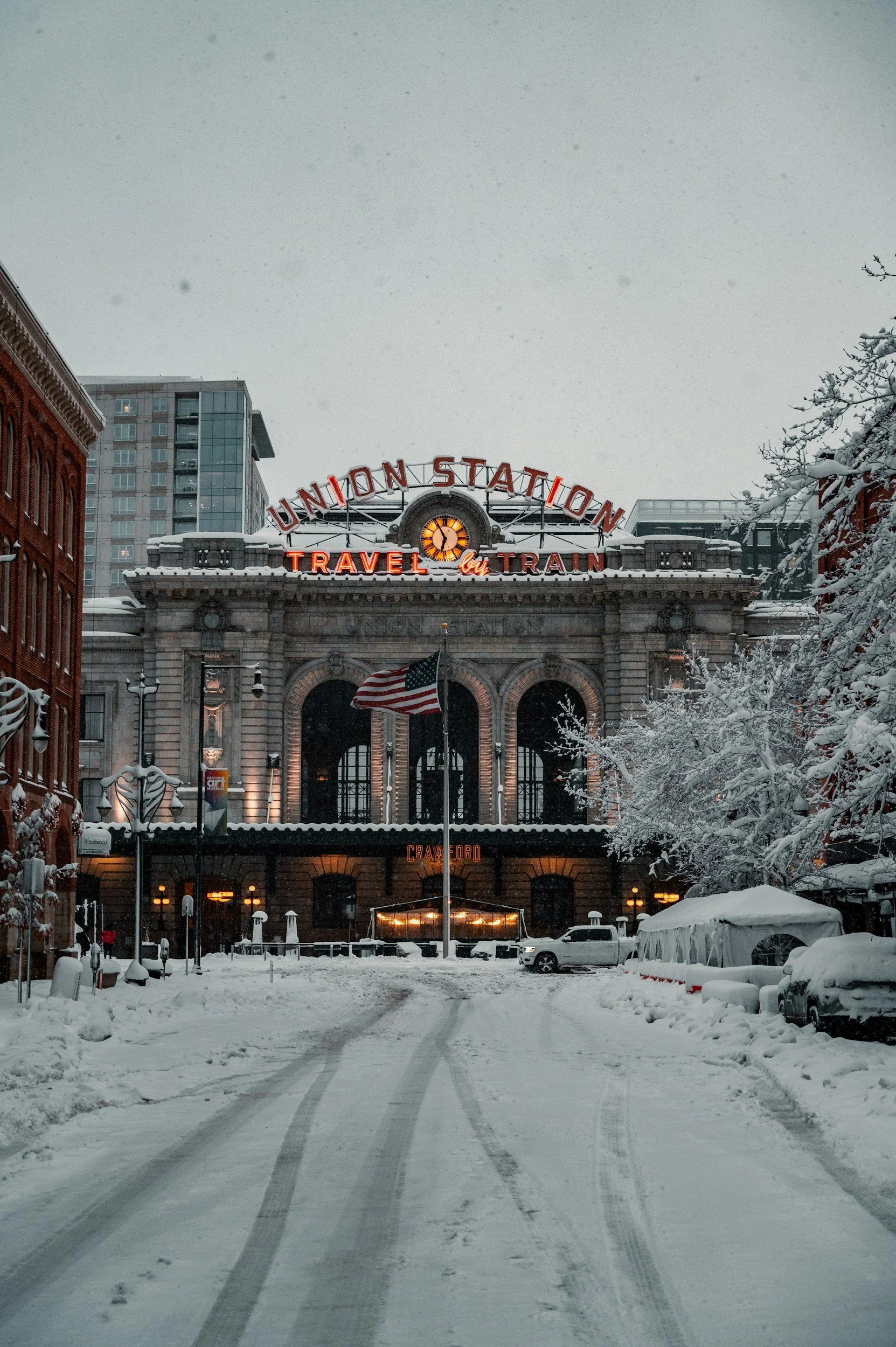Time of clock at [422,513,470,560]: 6:55
